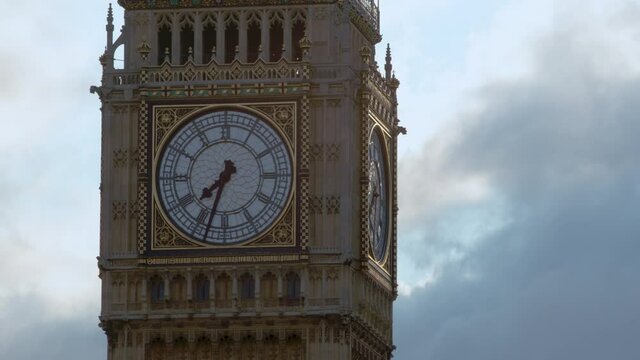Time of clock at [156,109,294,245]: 7:33
